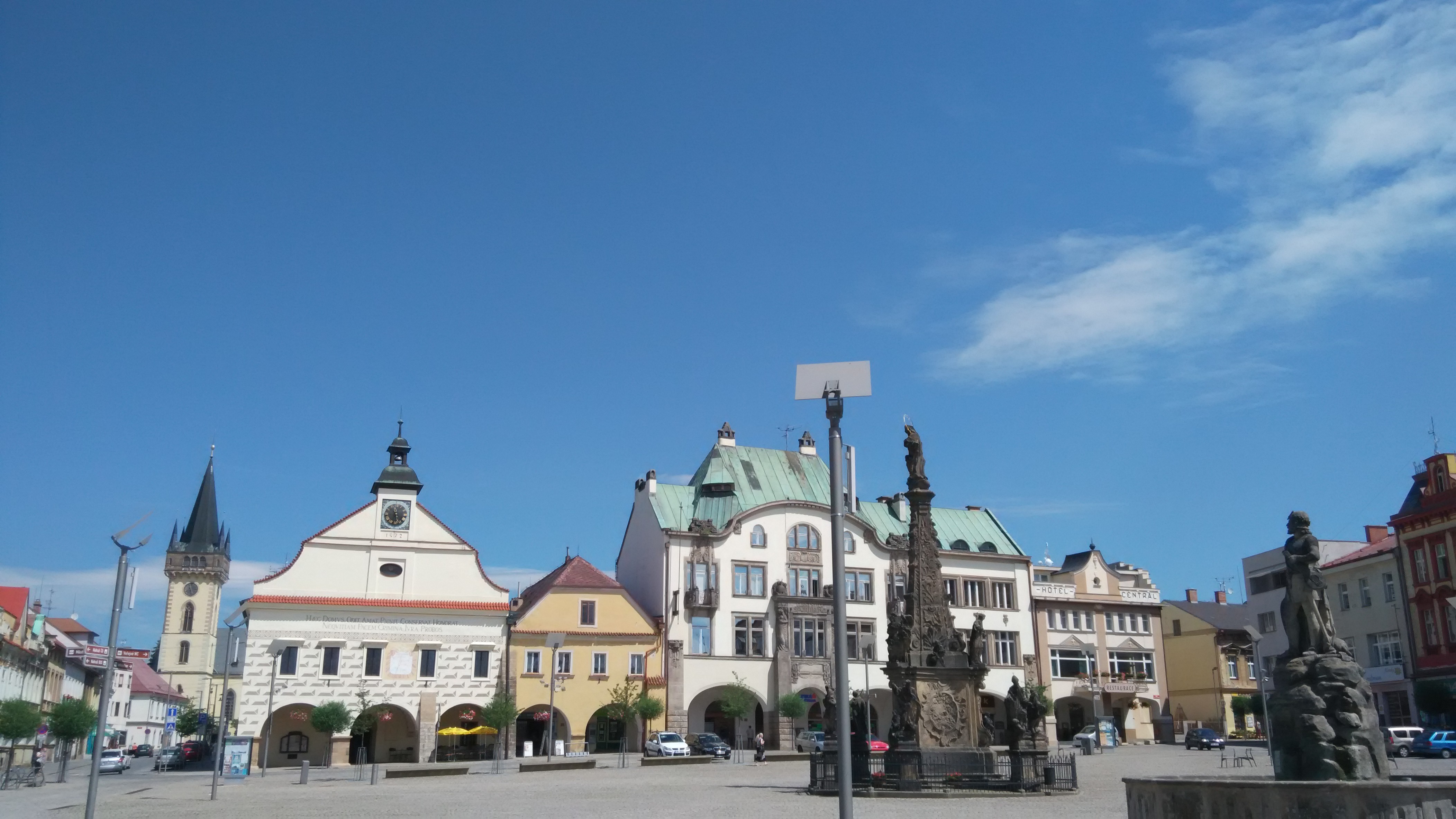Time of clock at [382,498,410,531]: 11:28
